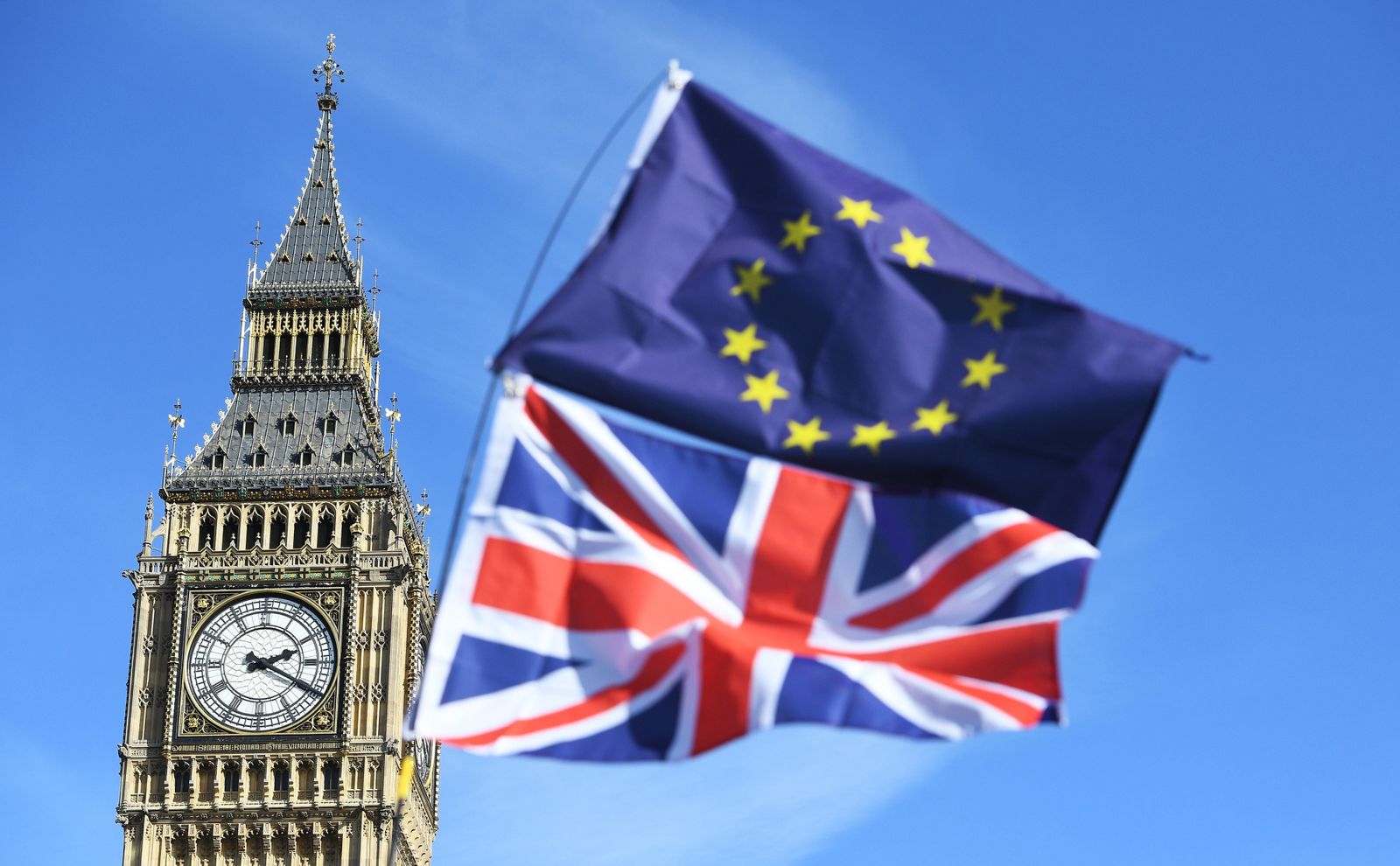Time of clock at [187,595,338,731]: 2:19
